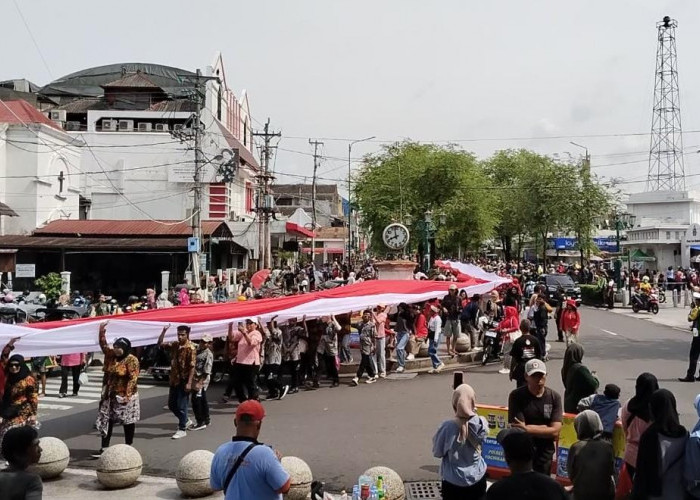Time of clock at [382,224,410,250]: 11:41
